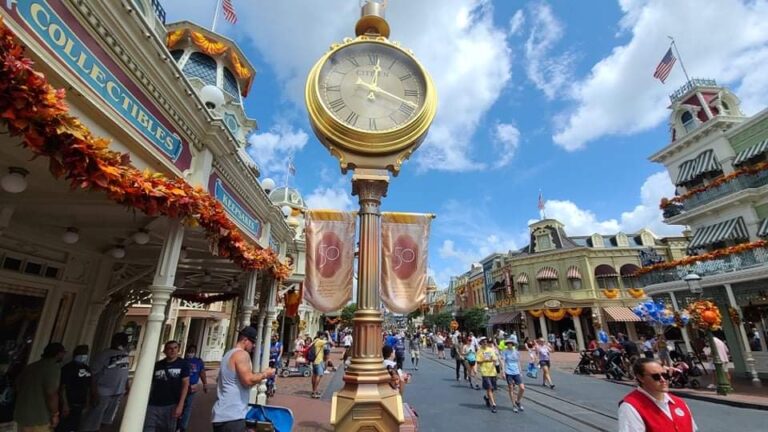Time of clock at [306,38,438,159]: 12:18
